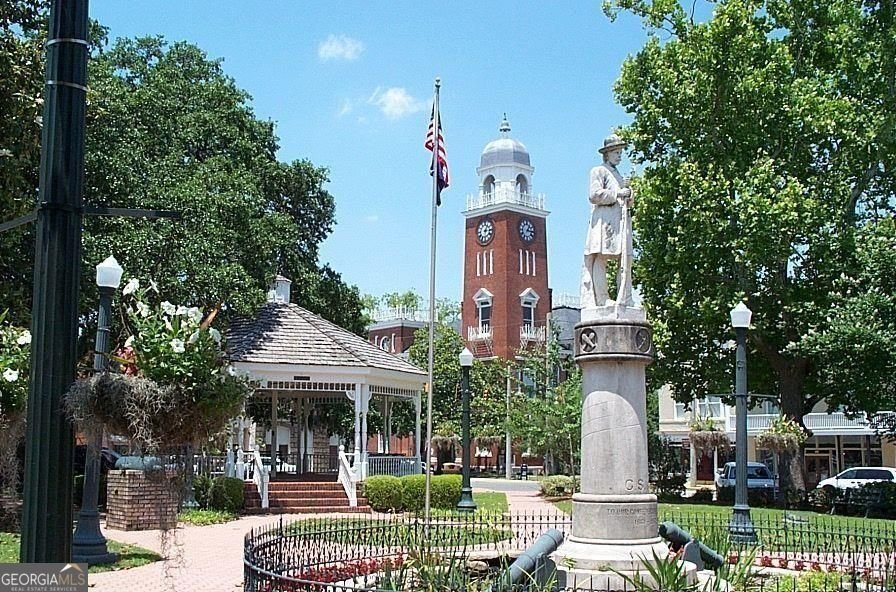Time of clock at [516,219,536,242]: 1:16
